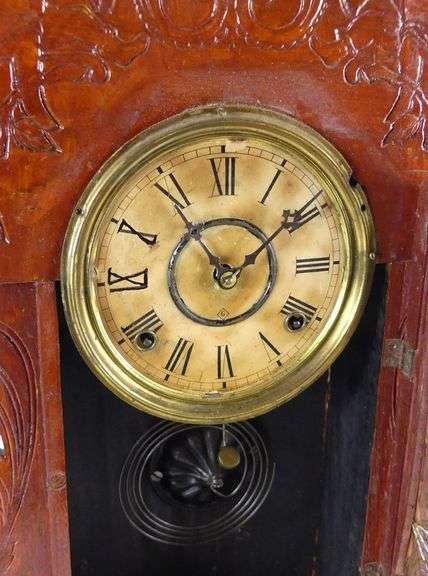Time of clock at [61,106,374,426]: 1:54
